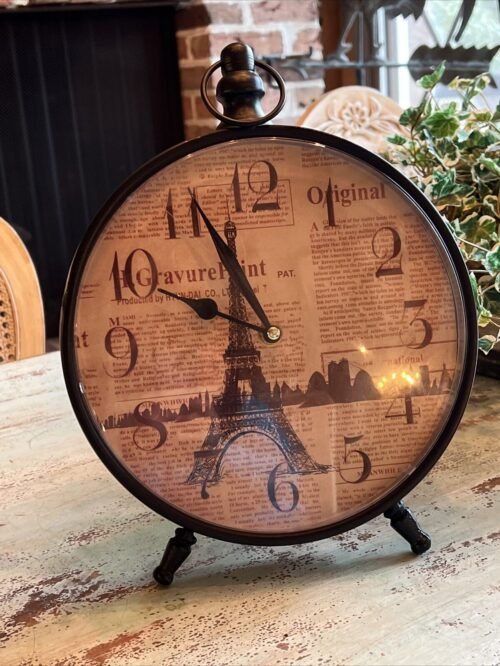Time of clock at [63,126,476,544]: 9:55
